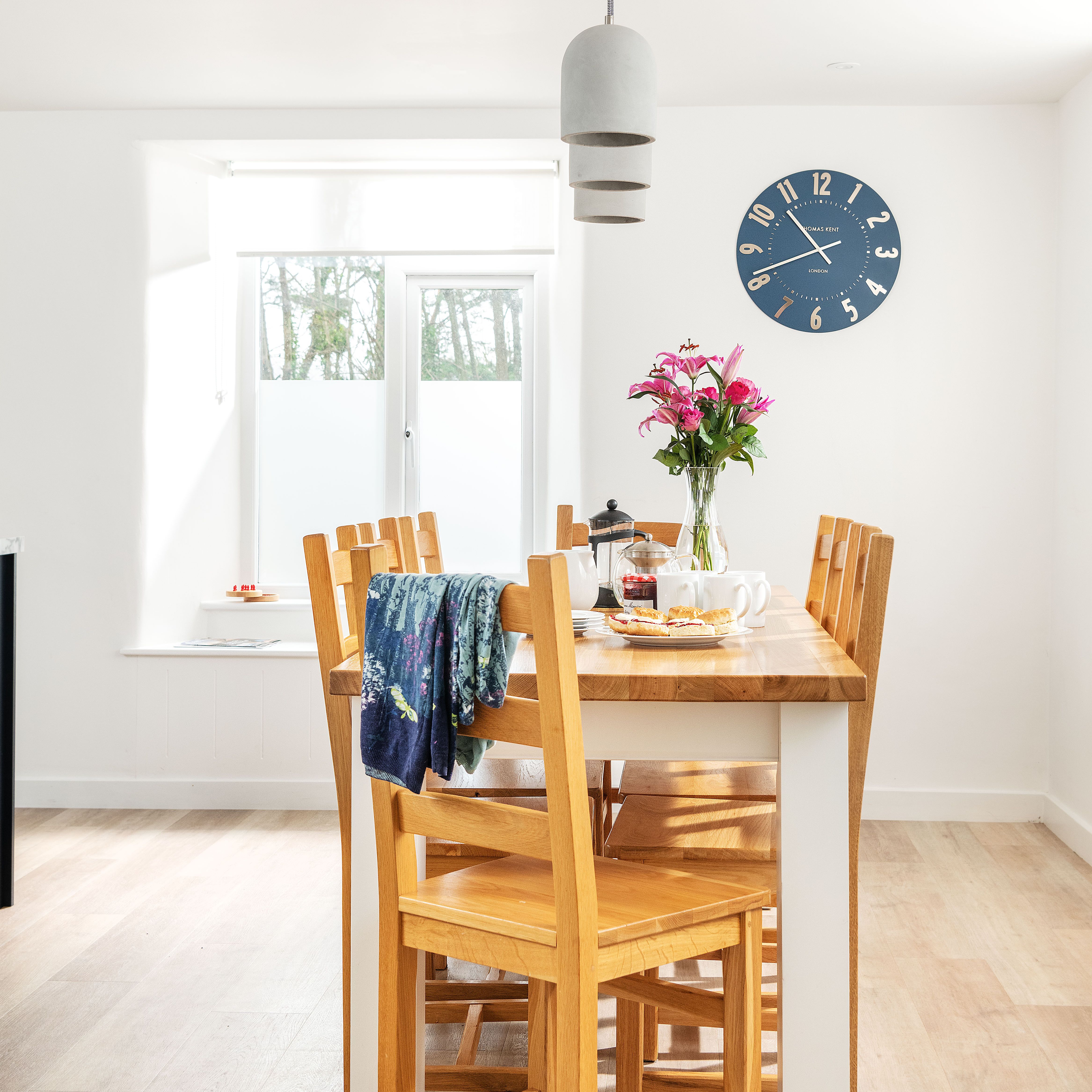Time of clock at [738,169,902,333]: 10:41
